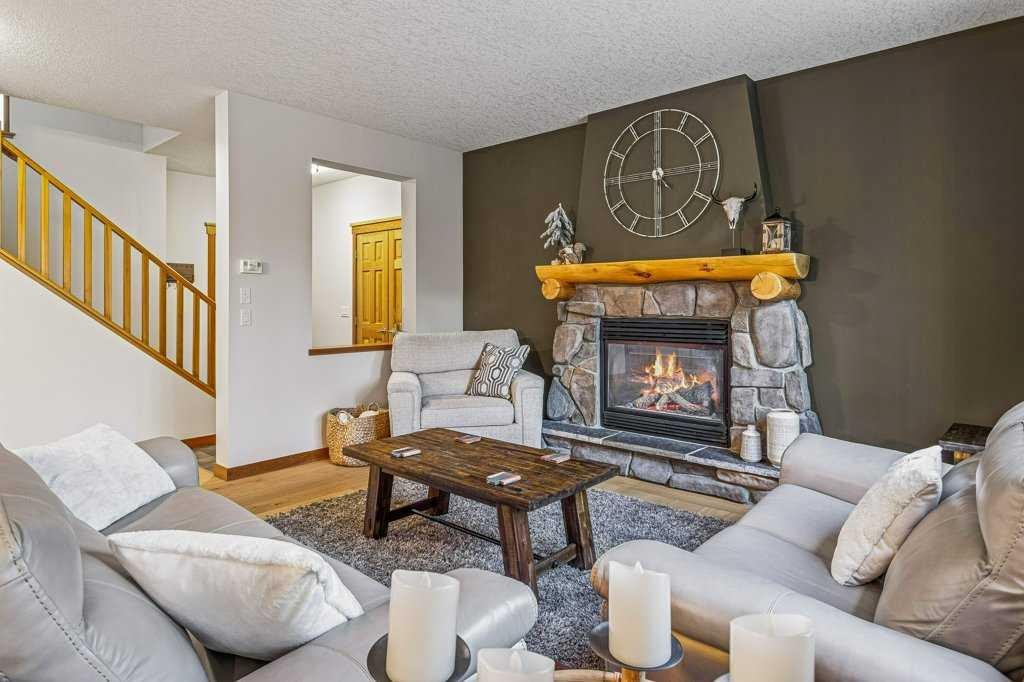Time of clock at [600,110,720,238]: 6:00
